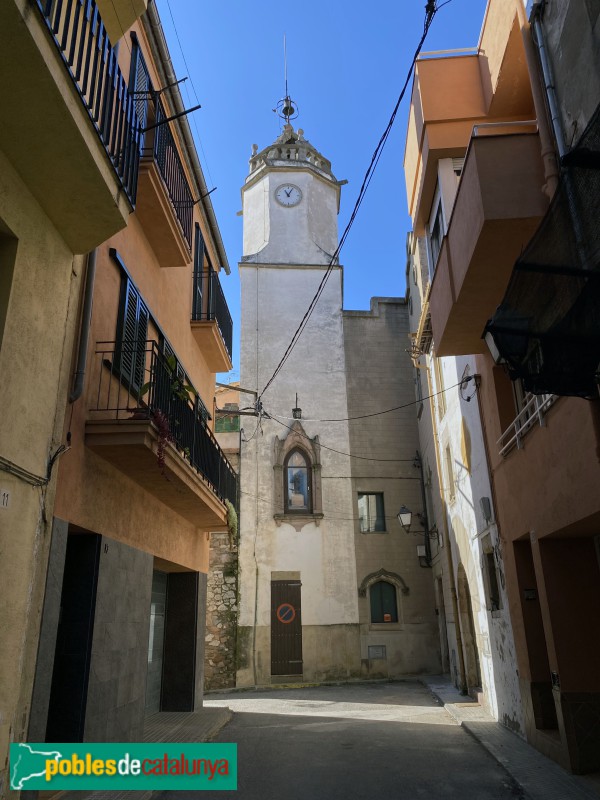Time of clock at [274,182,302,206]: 11:04
